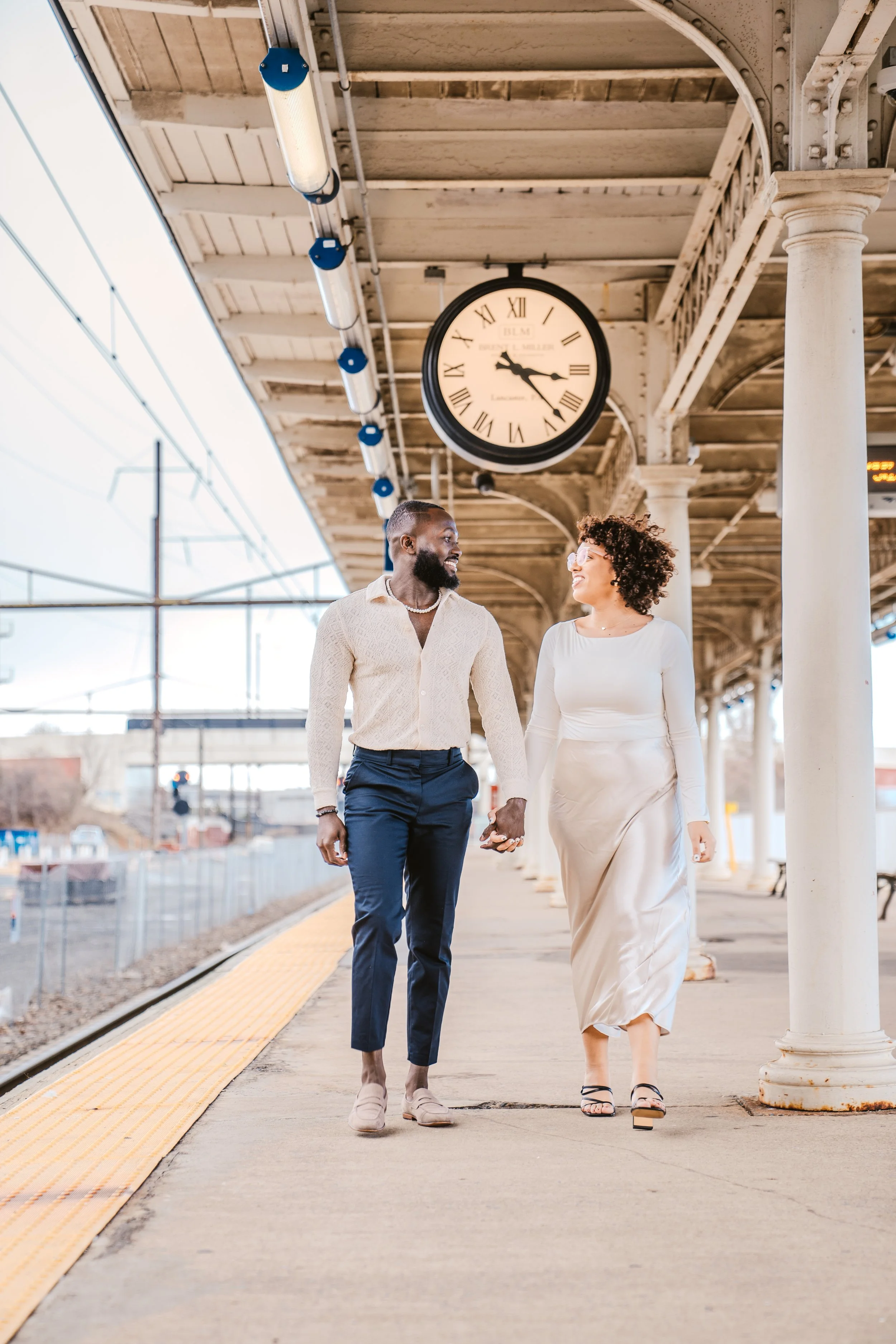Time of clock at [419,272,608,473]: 3:22
